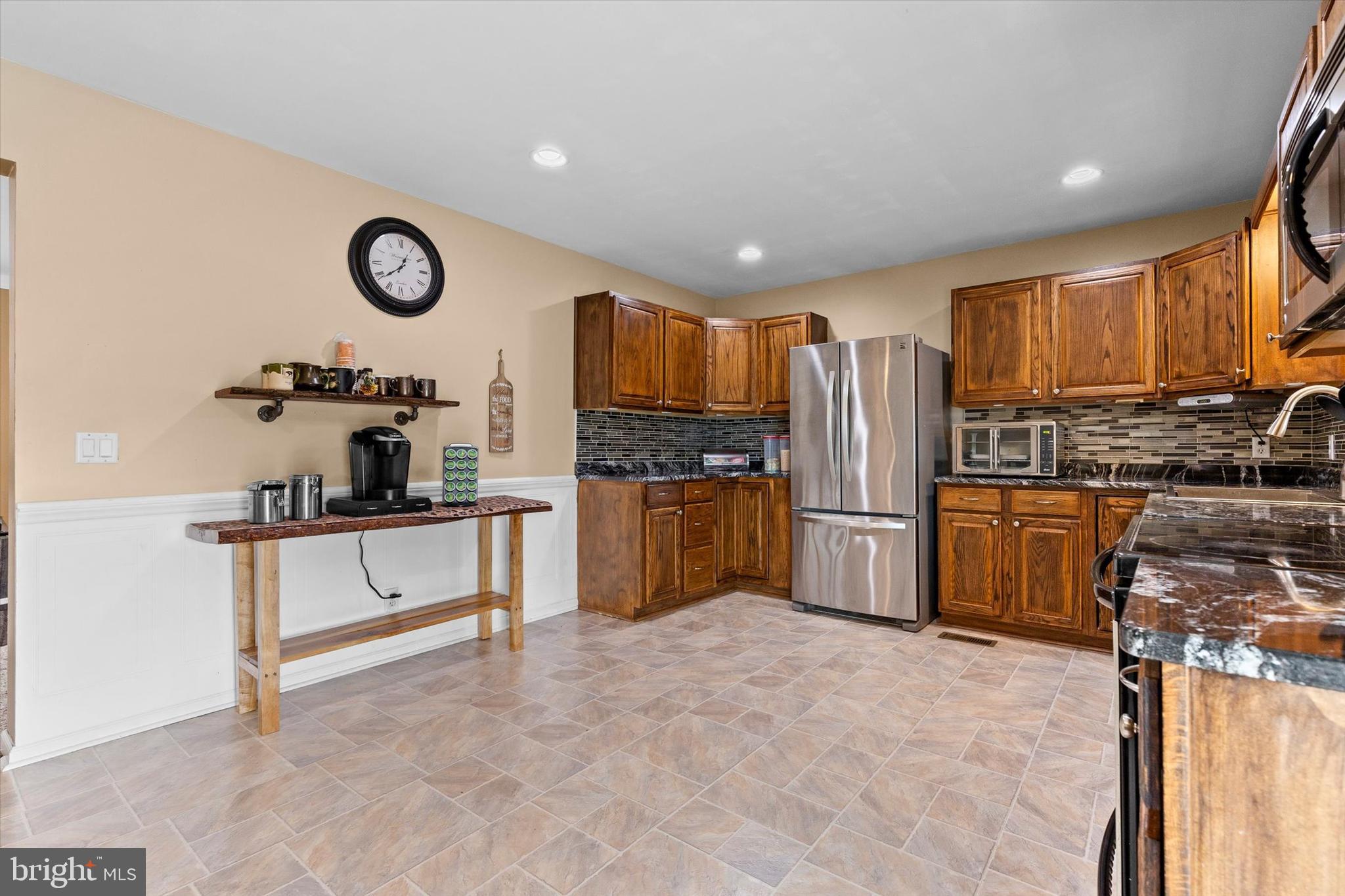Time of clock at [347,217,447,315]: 12:38
